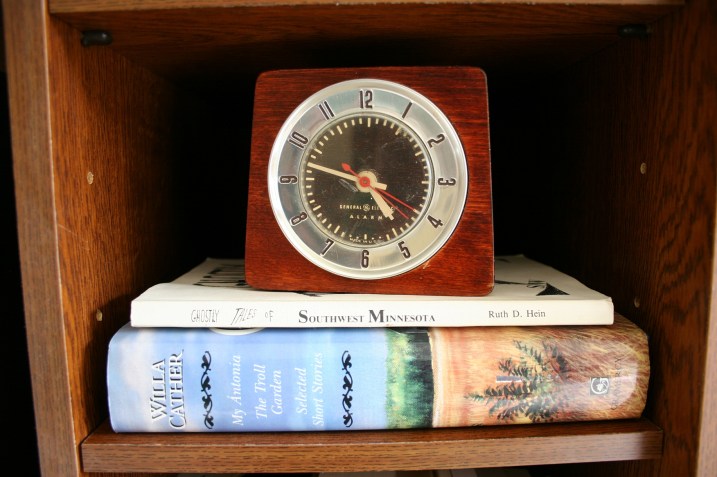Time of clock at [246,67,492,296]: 4:47
